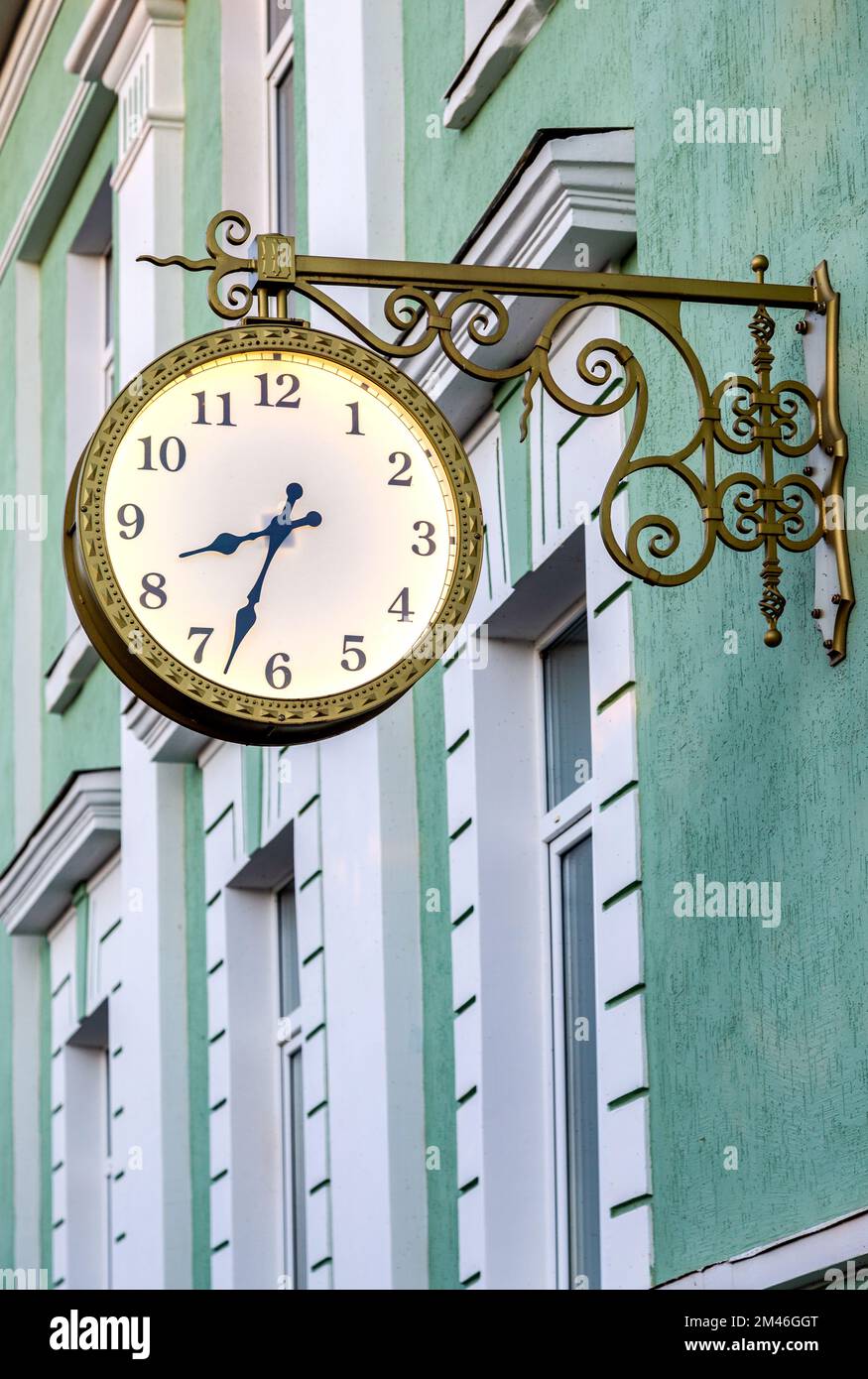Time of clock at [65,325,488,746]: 8:33
